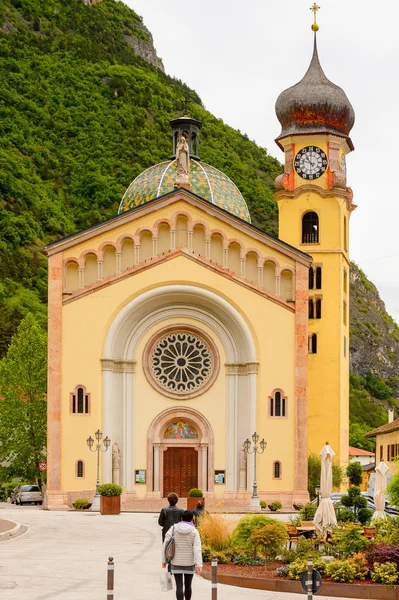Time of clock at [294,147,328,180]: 10:47
